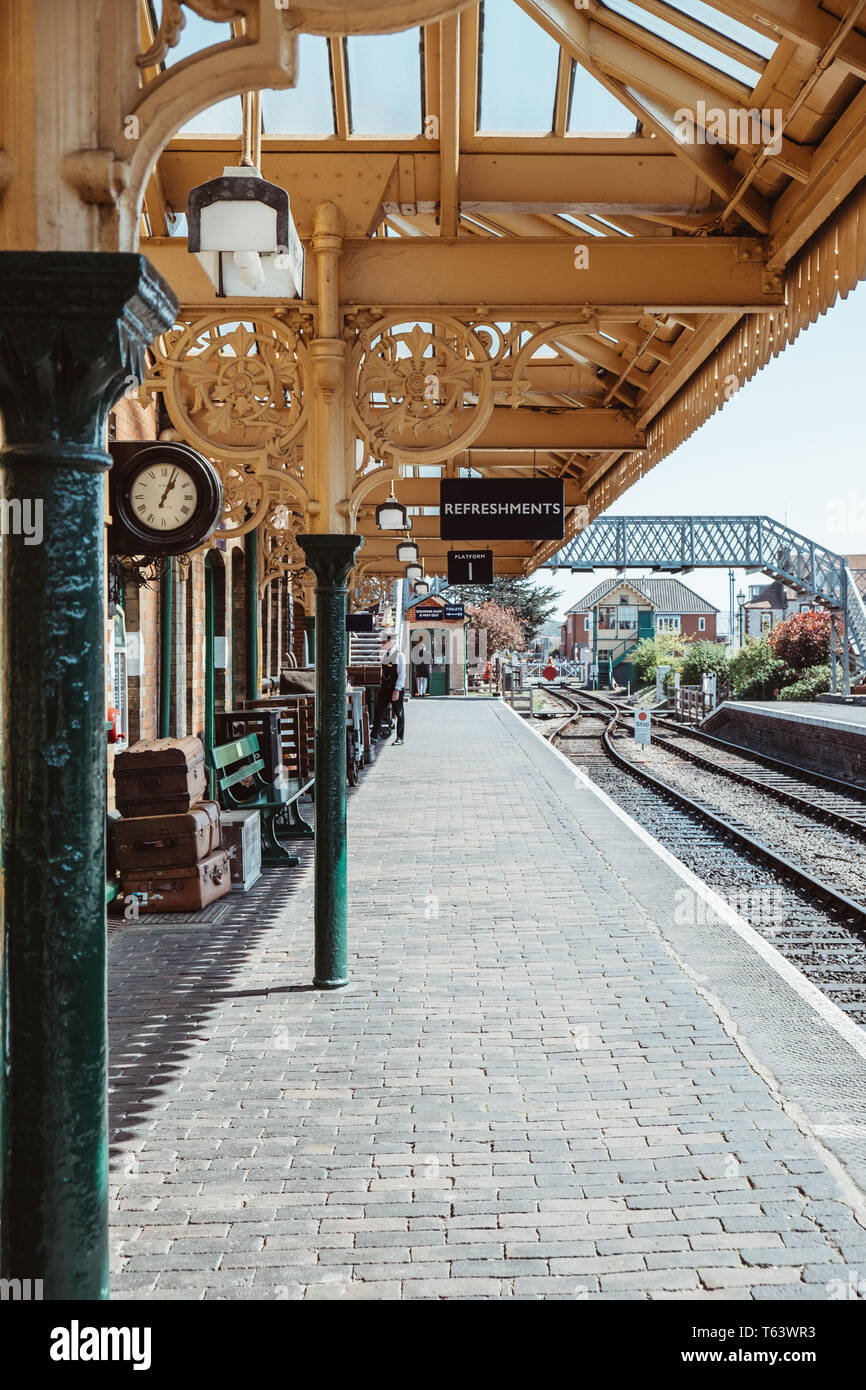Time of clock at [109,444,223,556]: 1:03
